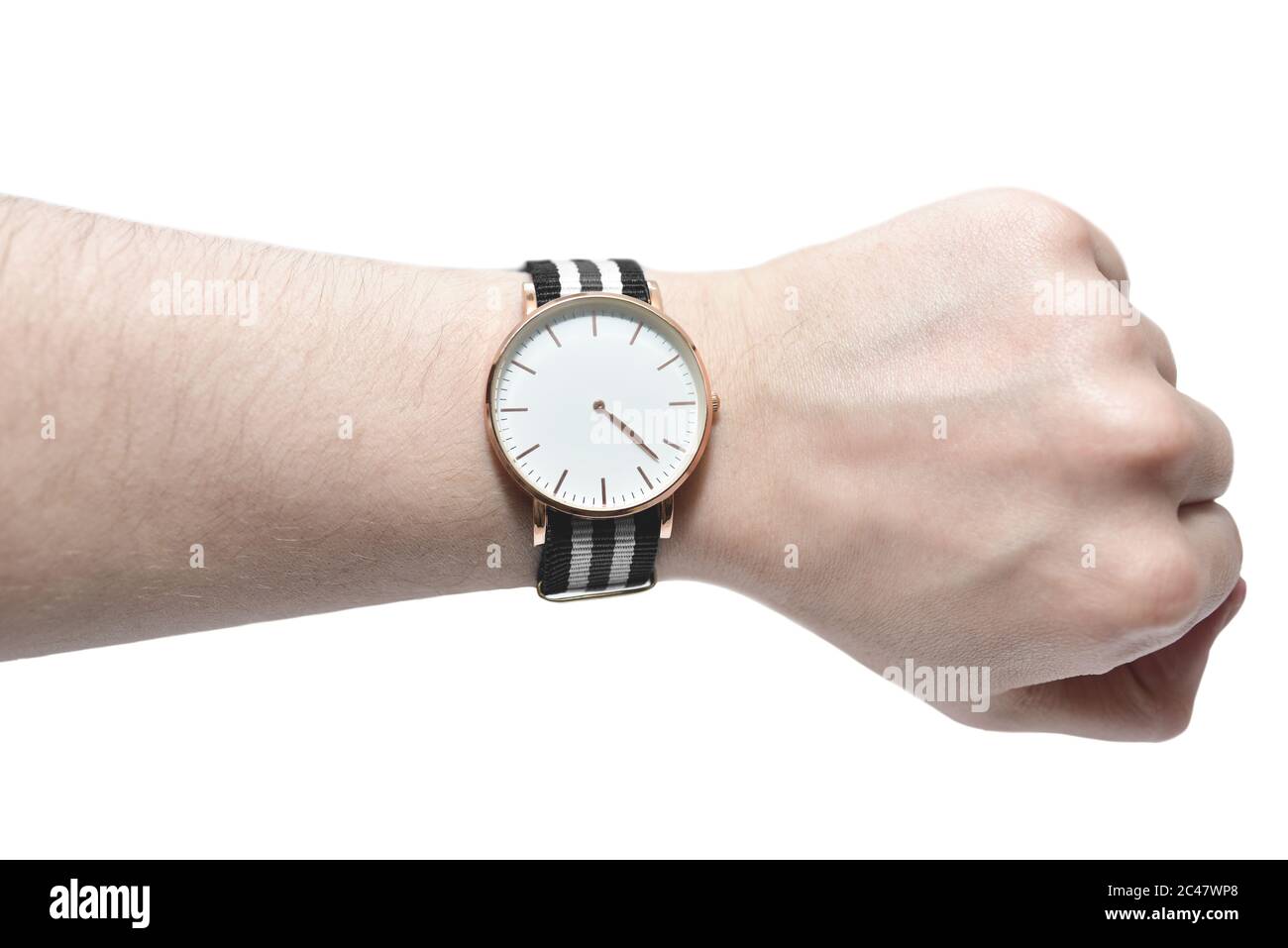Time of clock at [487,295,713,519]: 4:22
